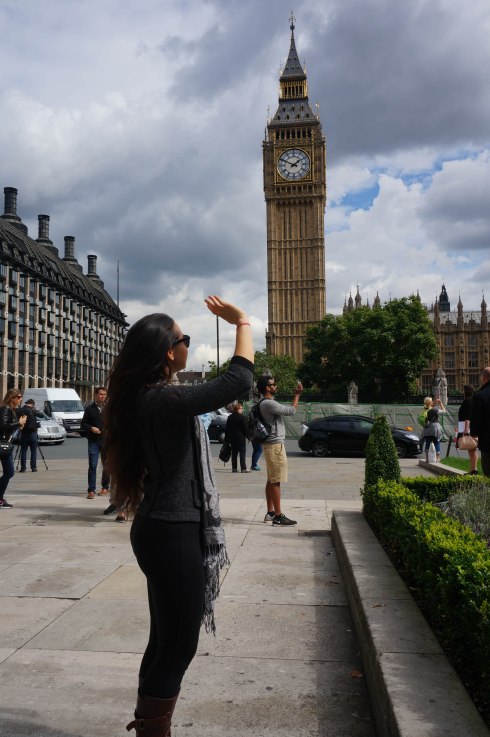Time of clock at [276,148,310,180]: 1:49
